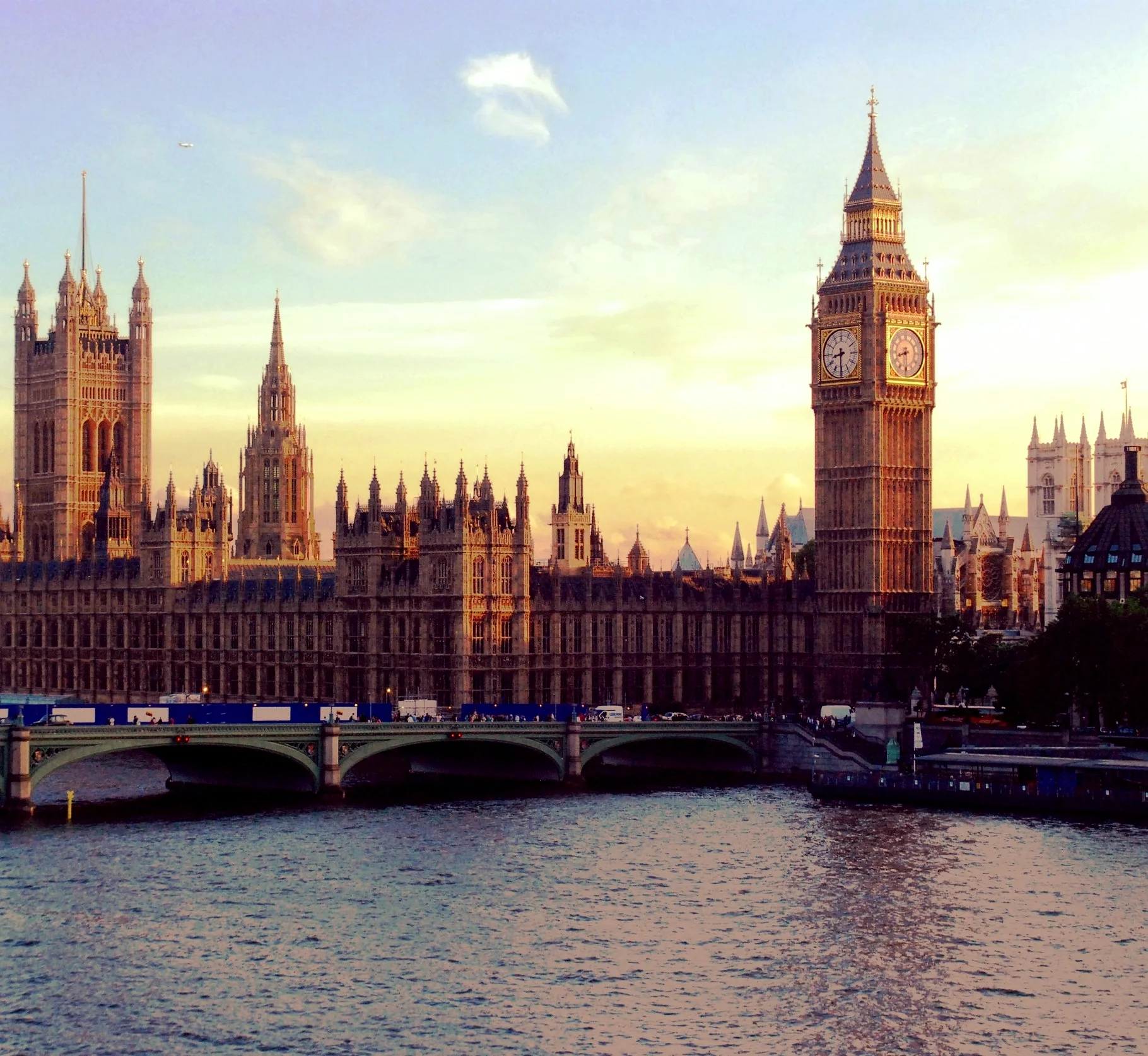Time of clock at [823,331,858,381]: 8:30
